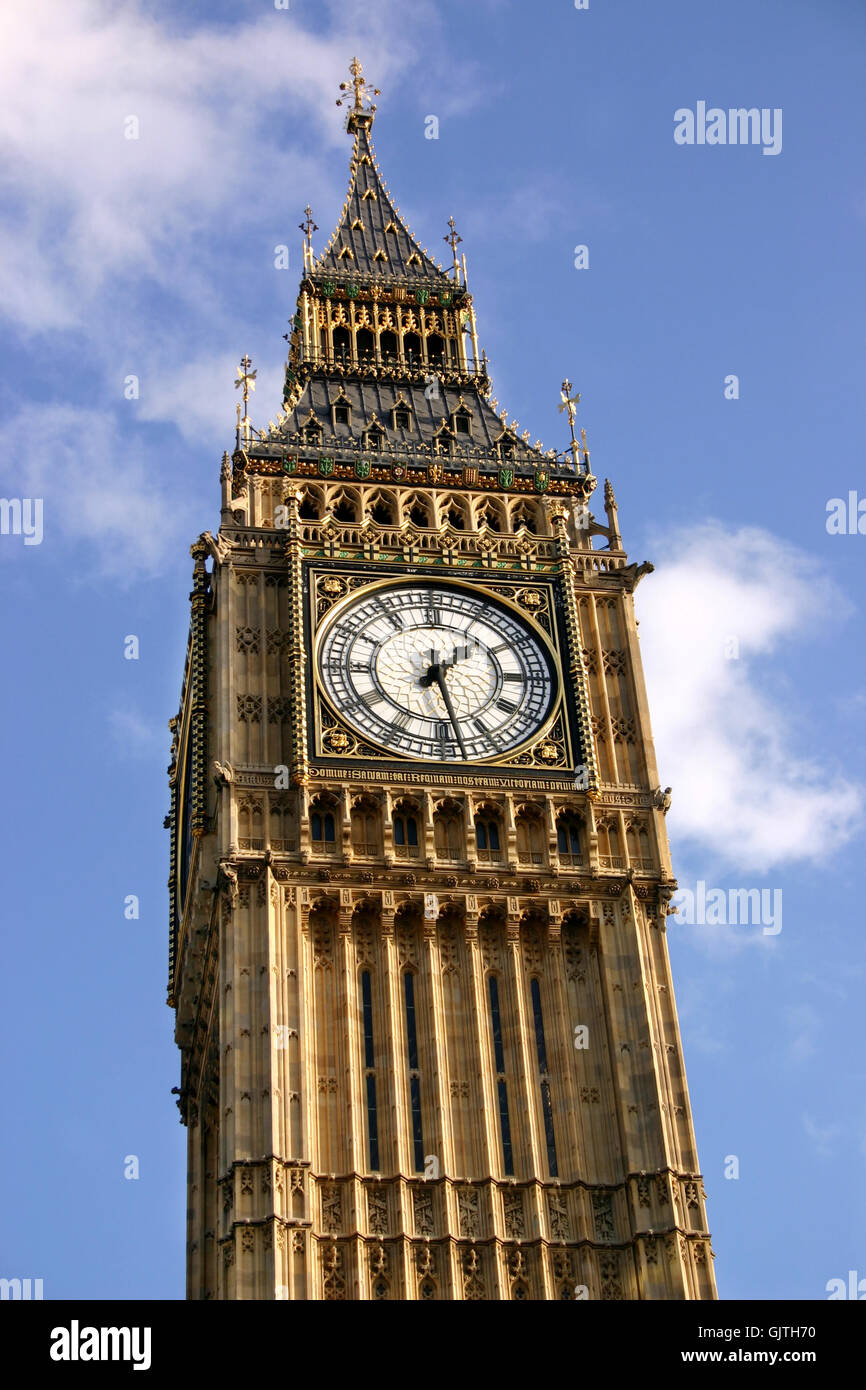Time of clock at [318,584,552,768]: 1:28
